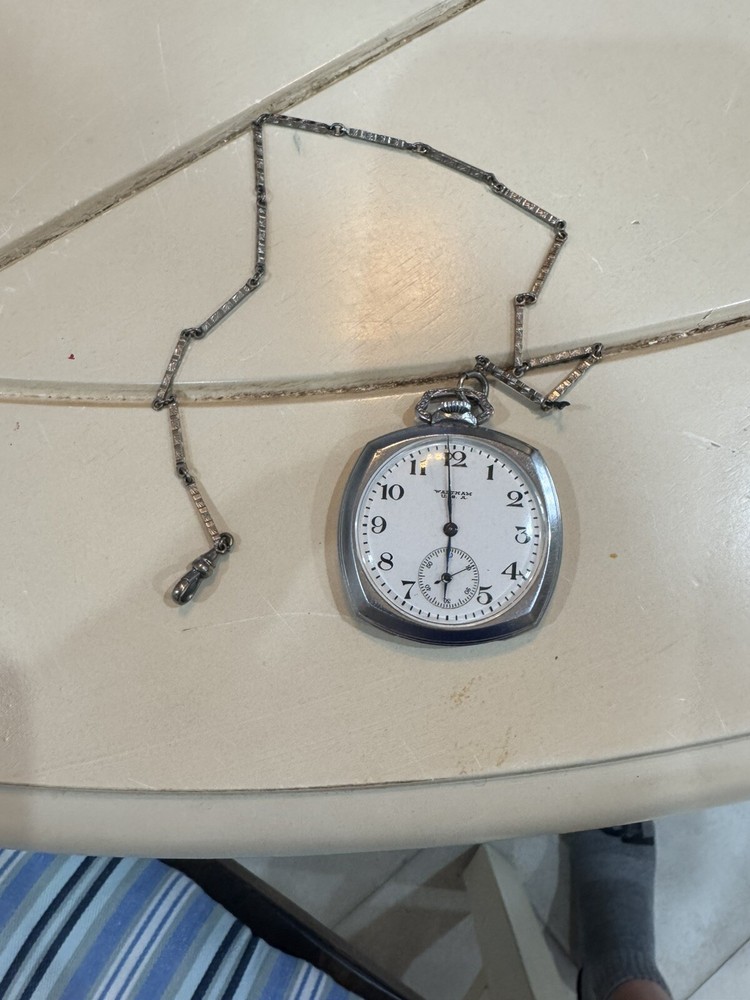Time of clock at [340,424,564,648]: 5:59
